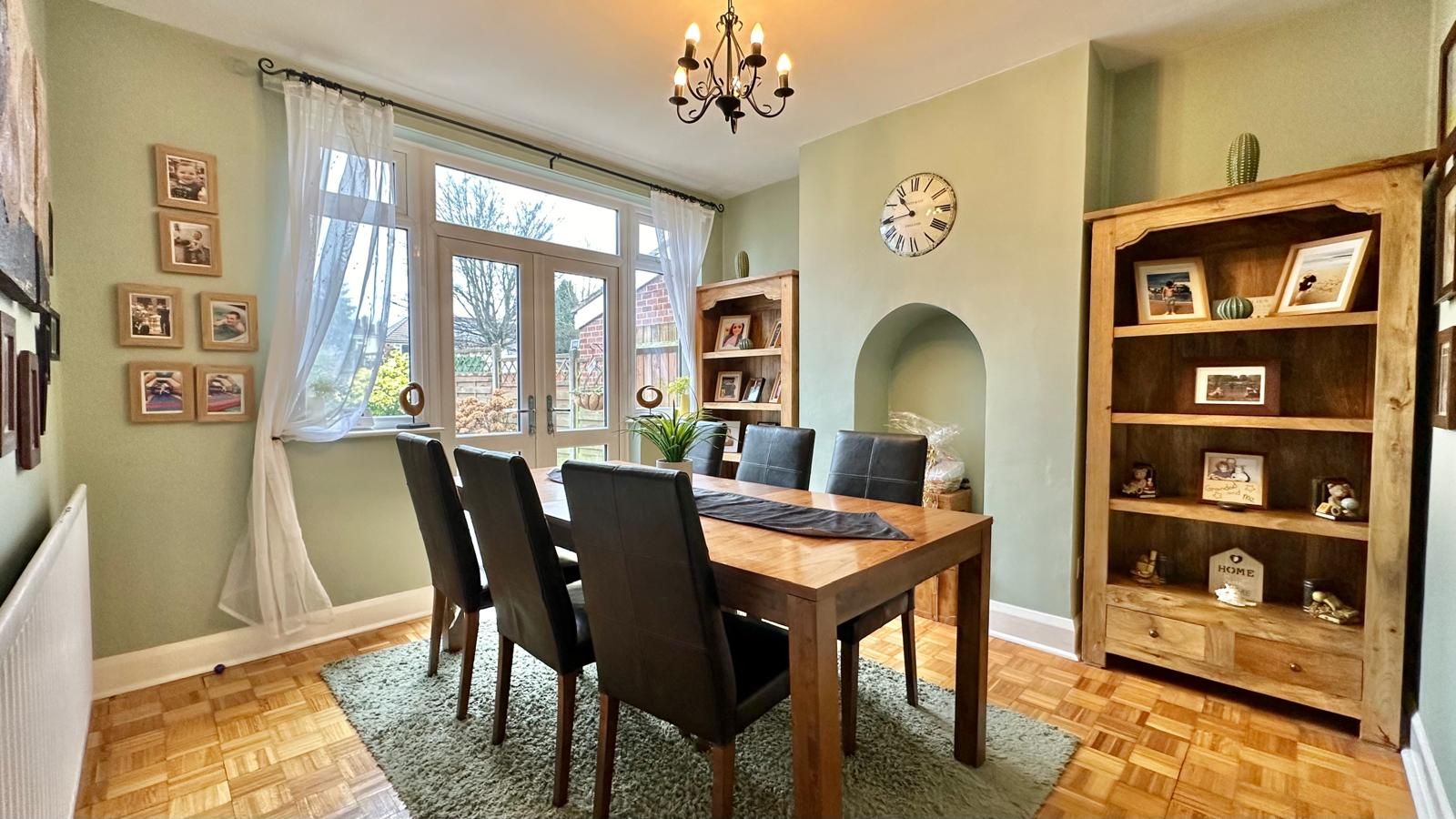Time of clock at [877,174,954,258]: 10:44
